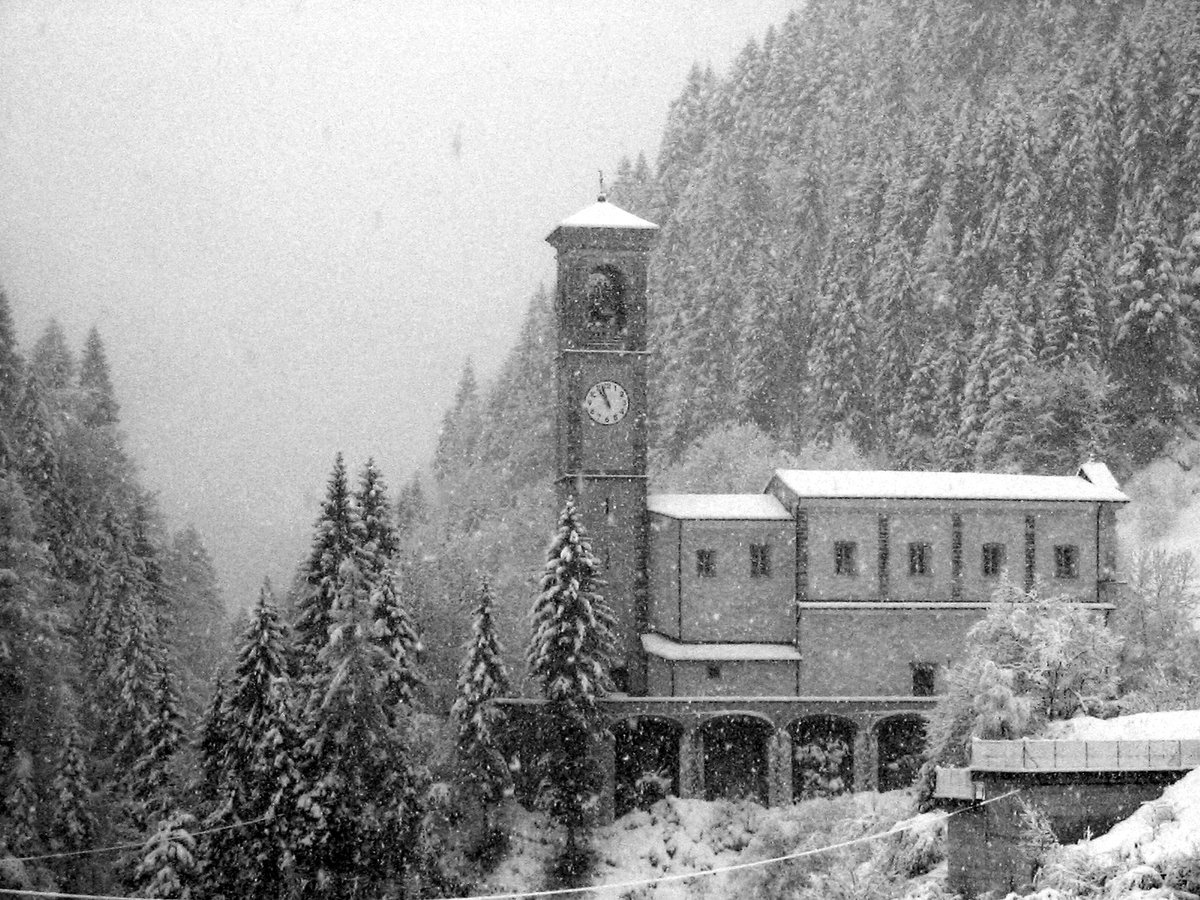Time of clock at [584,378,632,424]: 10:57
